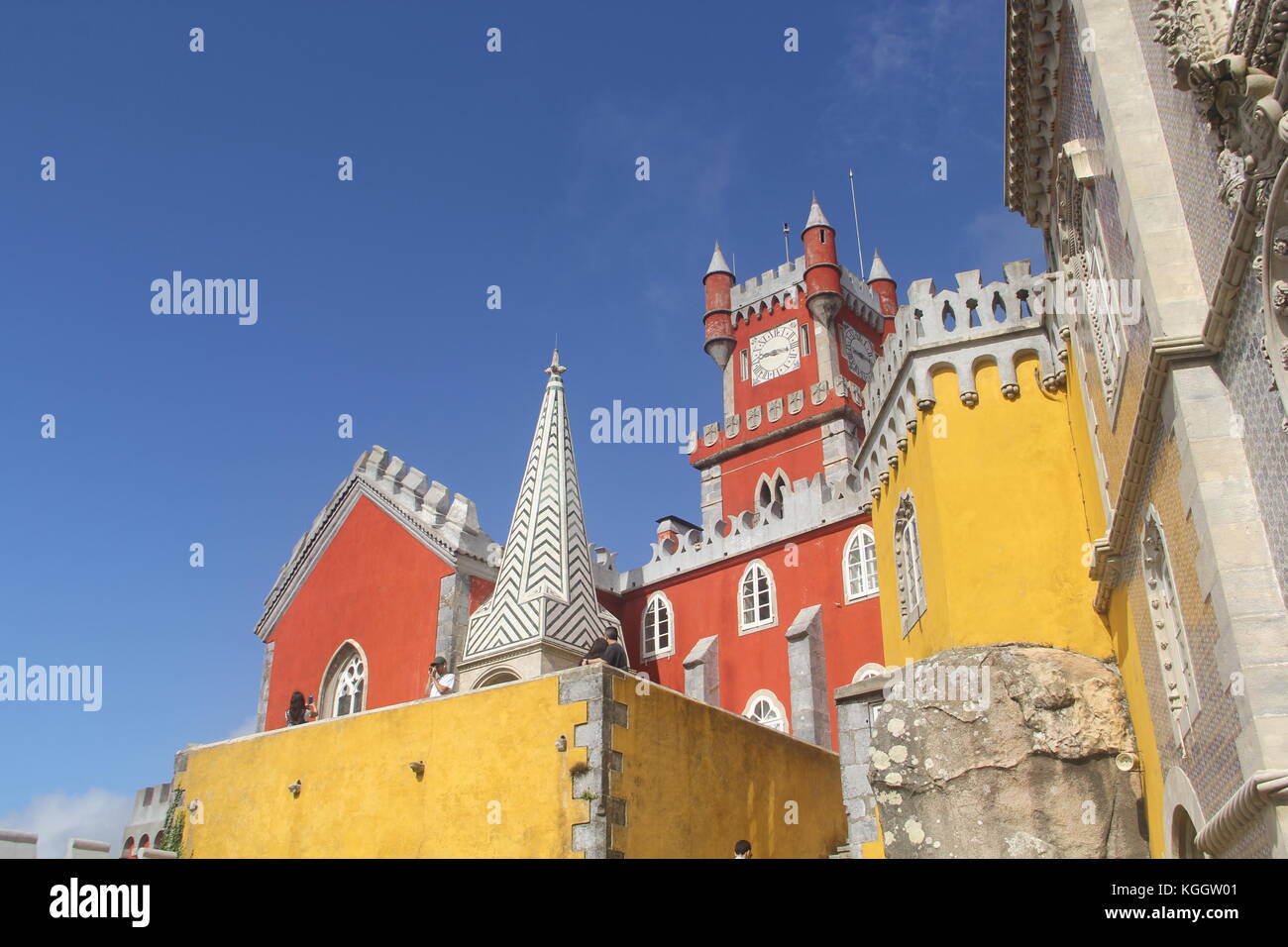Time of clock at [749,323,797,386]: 9:16
